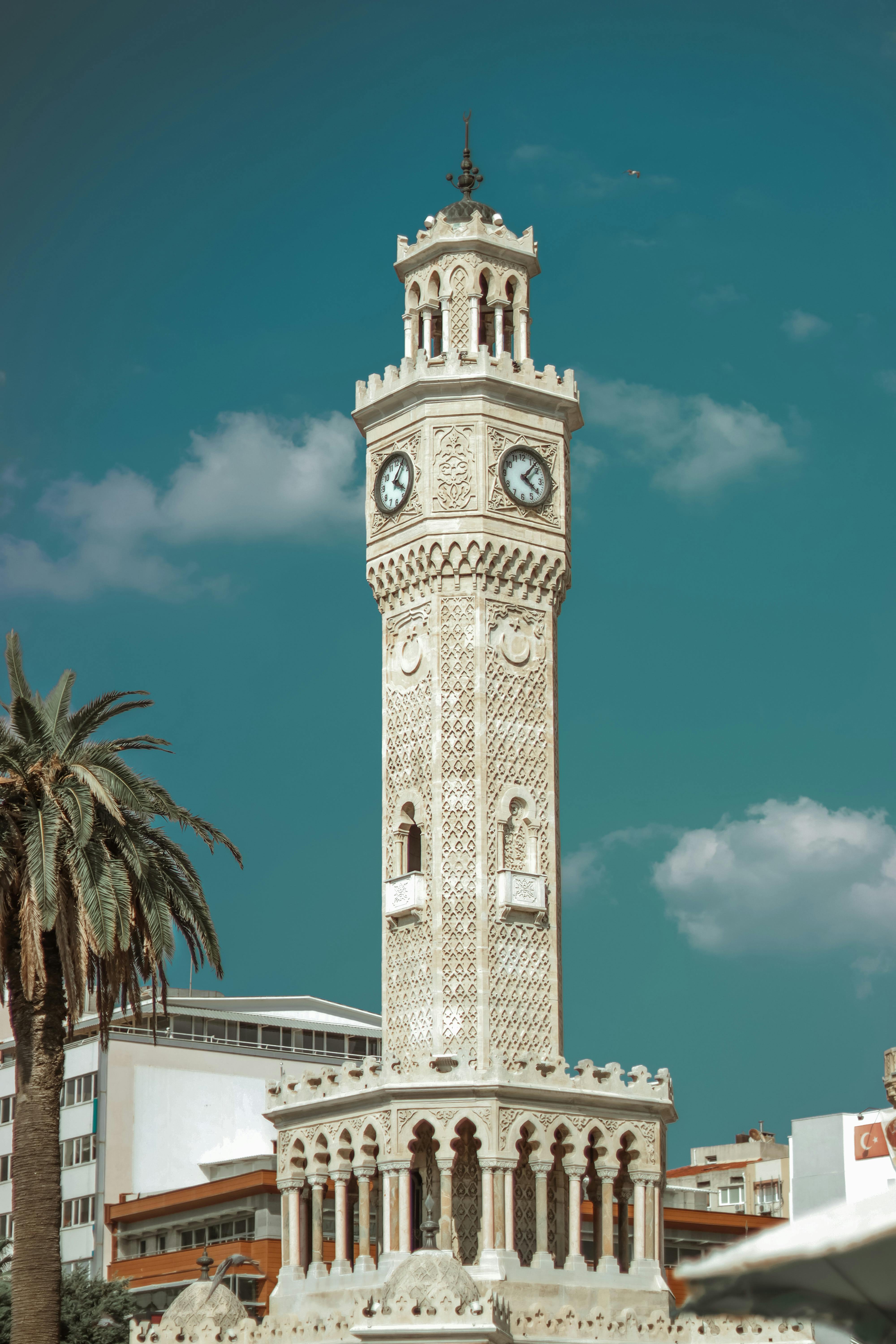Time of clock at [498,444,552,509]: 4:07
